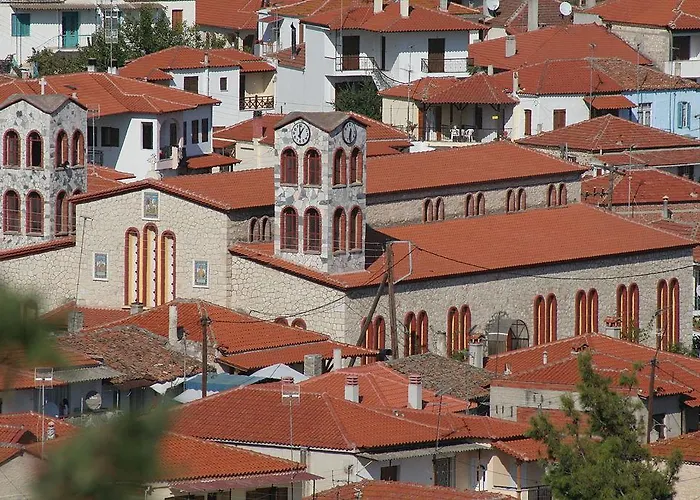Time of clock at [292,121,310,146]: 12:58
